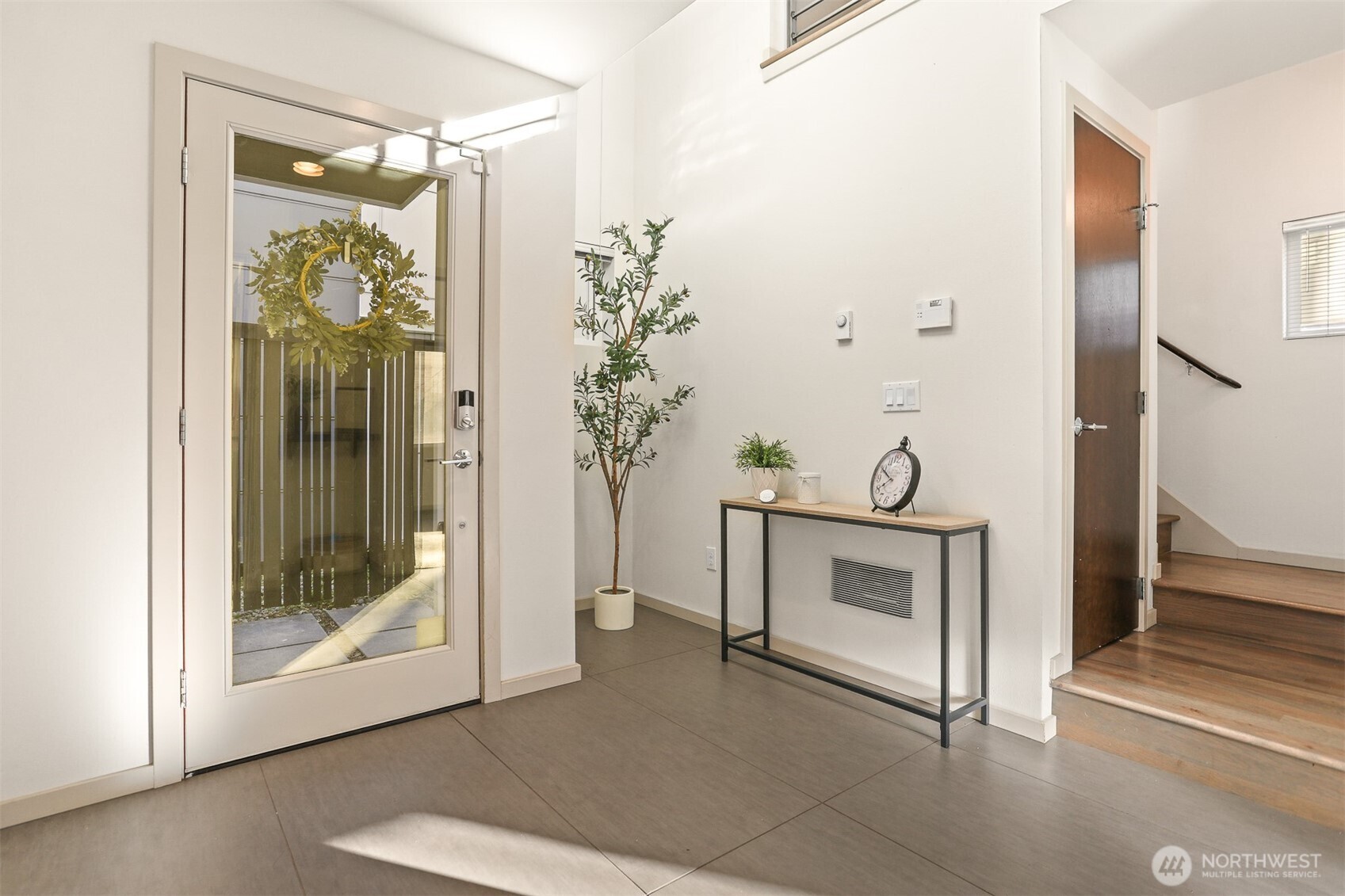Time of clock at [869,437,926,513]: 7:49
